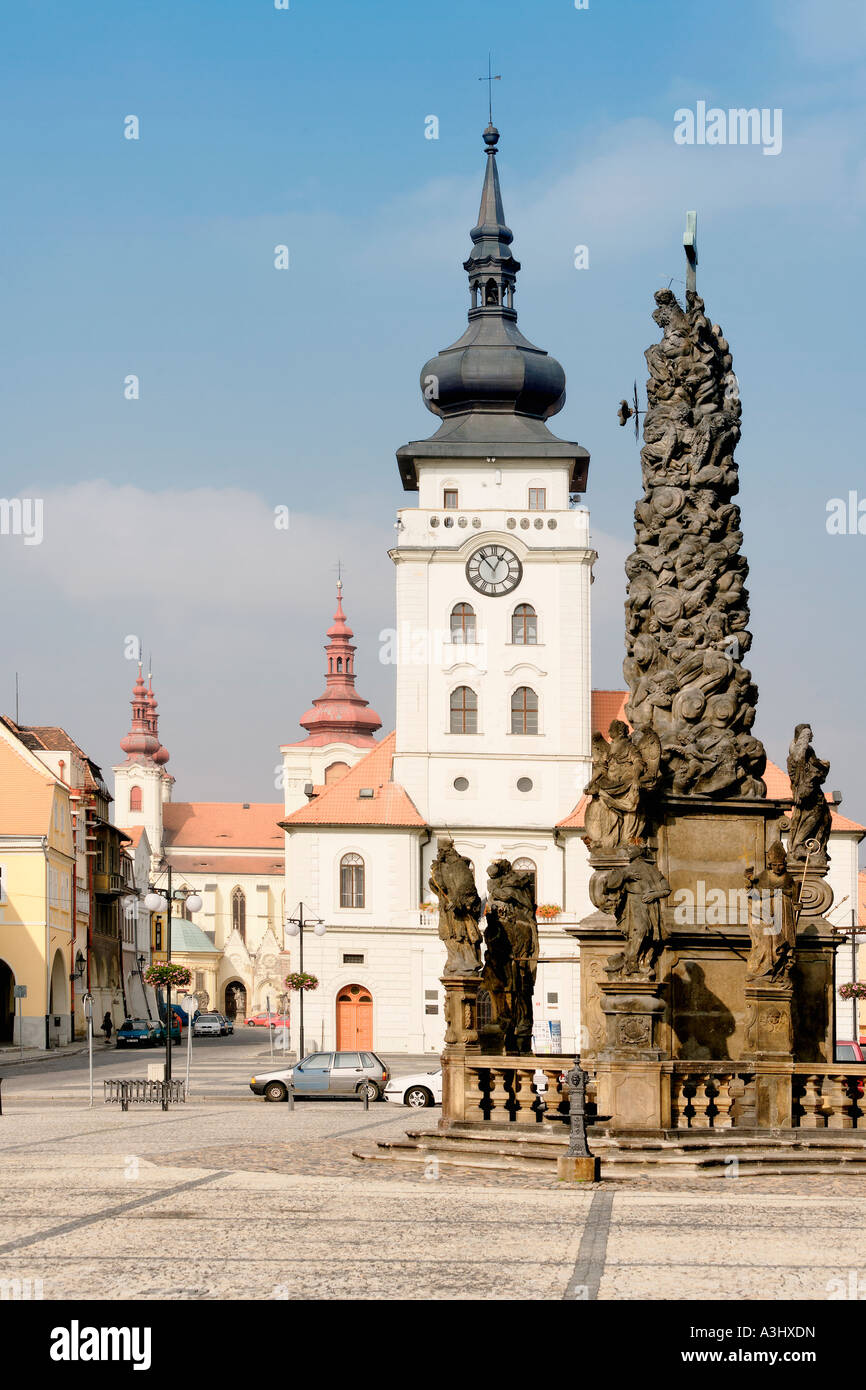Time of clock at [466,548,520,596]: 12:53
